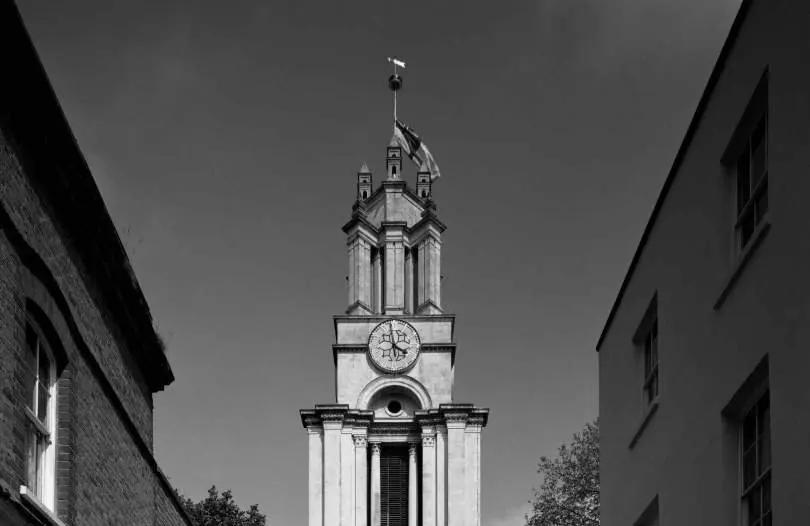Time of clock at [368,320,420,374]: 3:58
